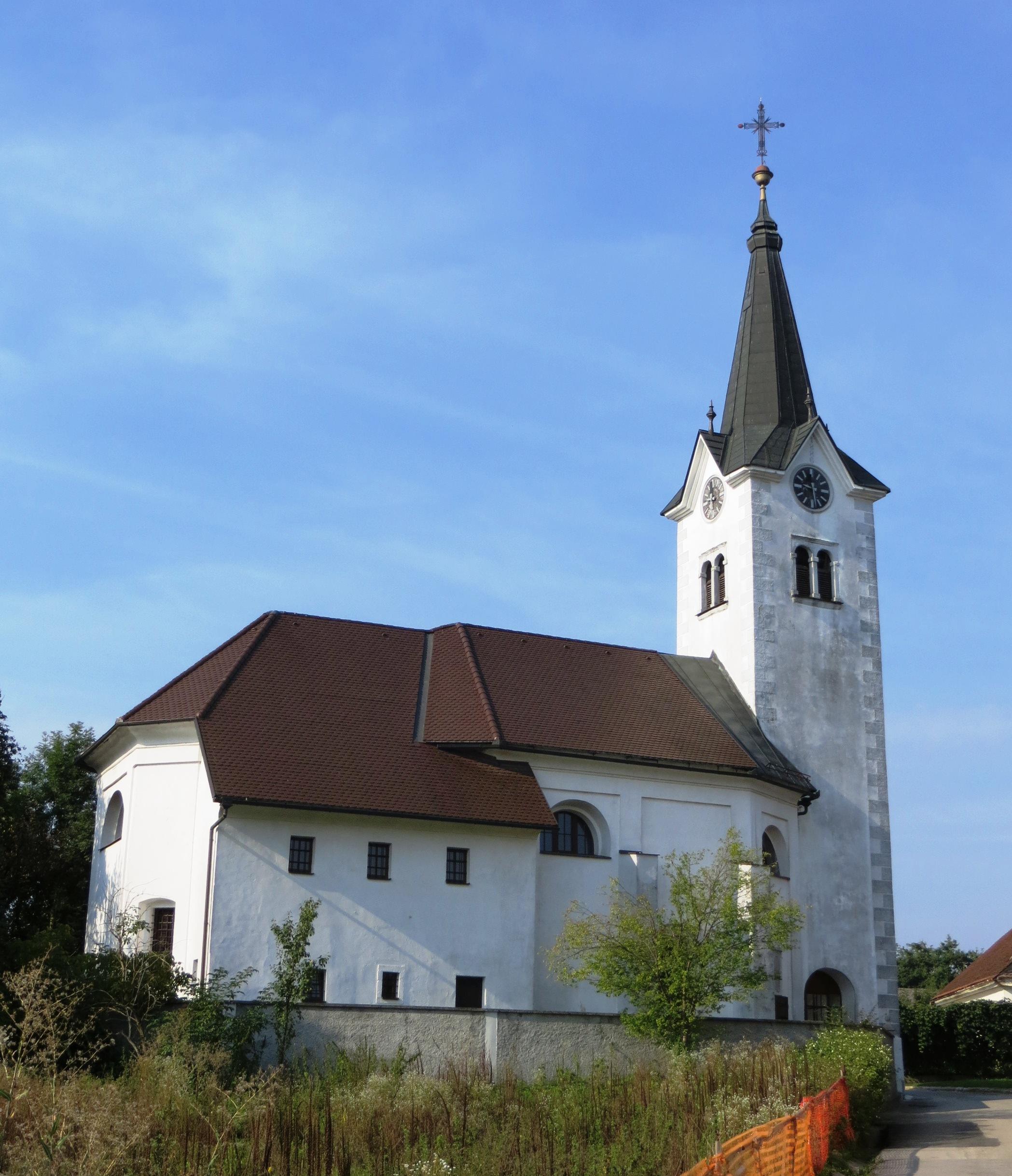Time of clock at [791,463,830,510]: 9:28
